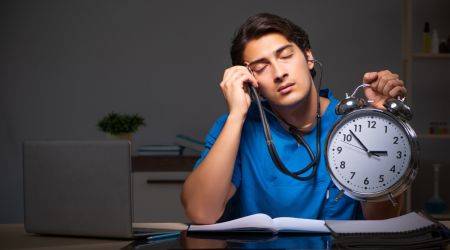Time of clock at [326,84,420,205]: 2:52
